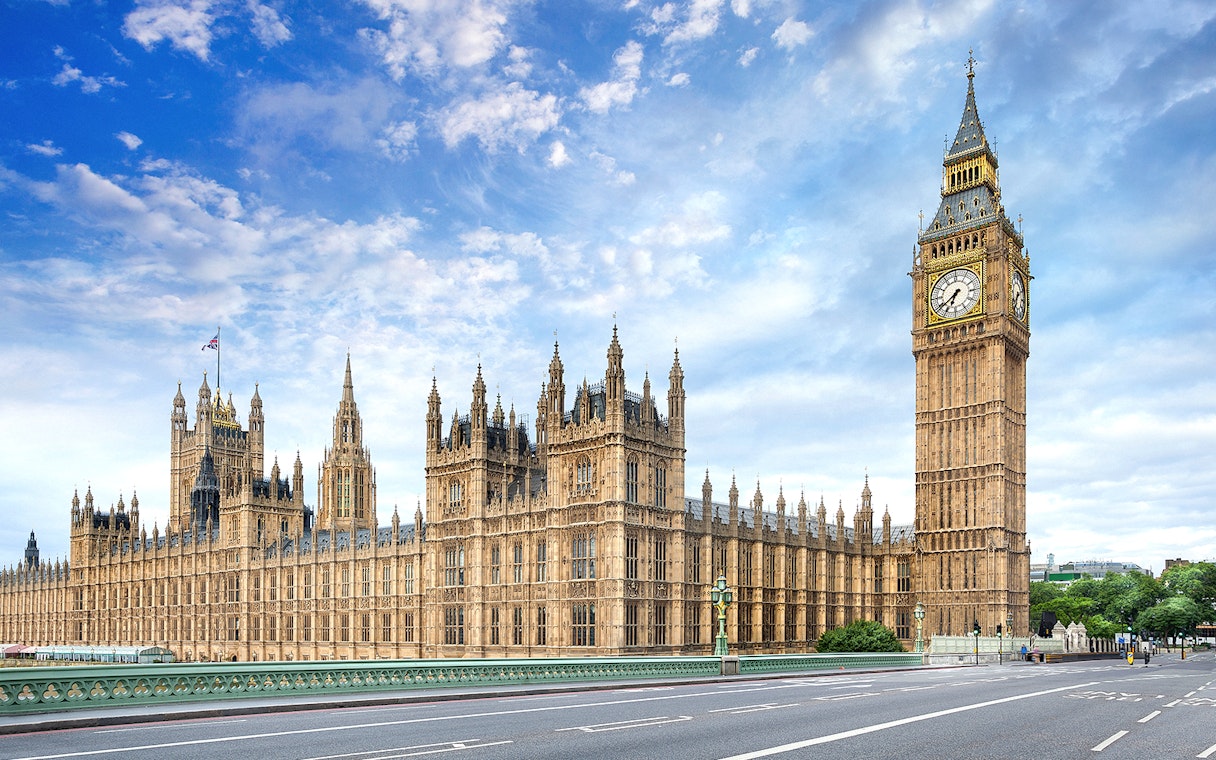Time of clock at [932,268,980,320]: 6:38
